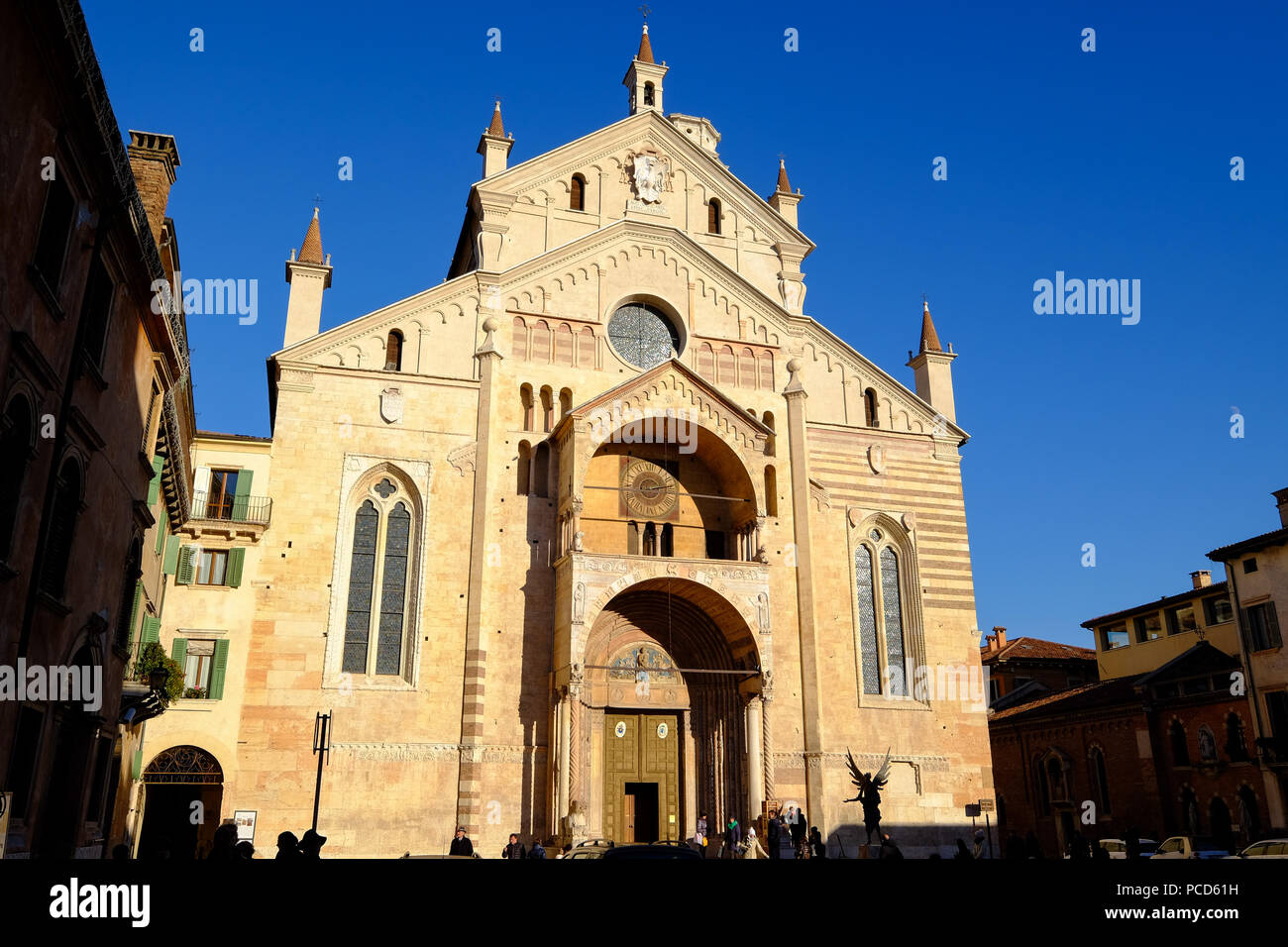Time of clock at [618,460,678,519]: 2:12
